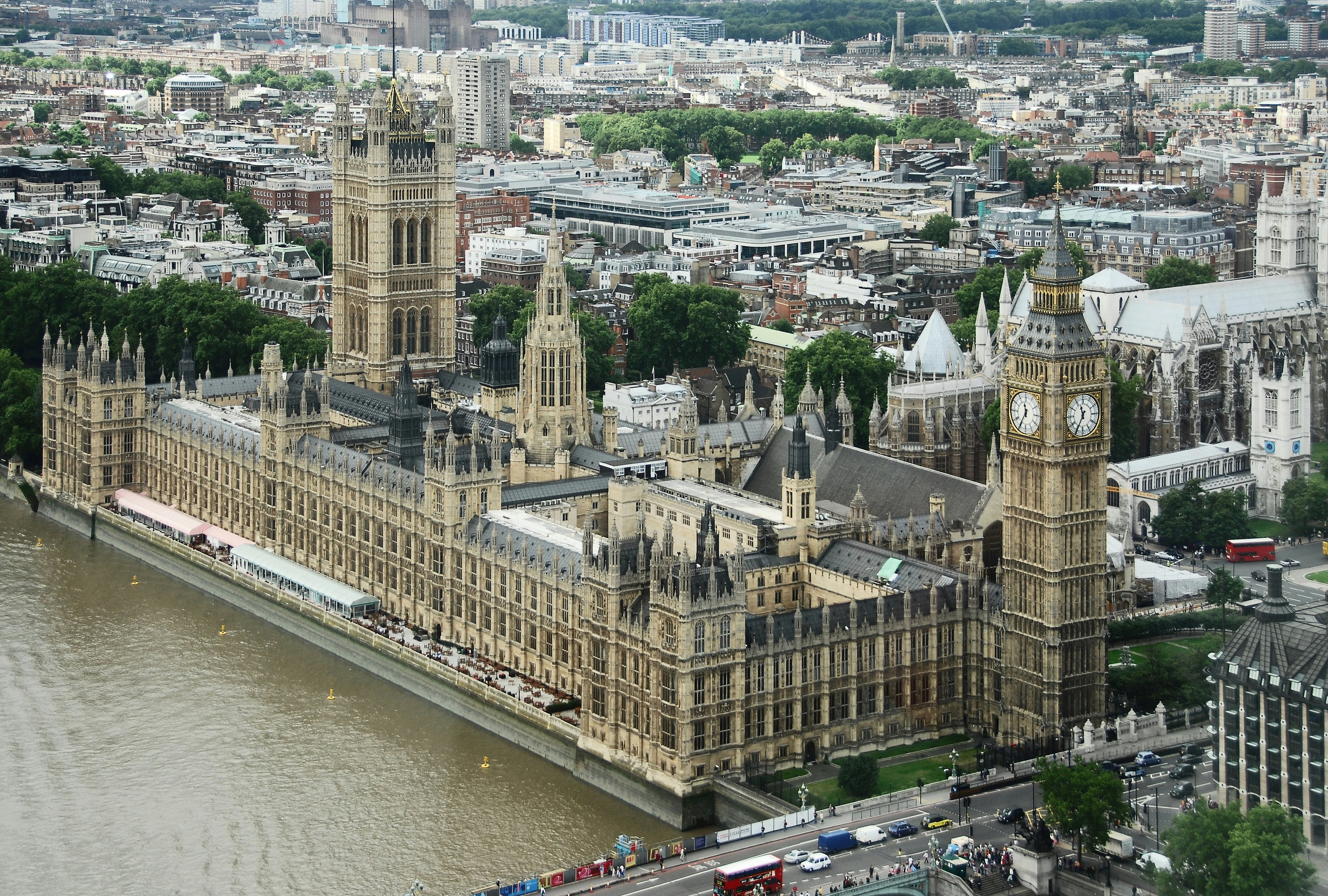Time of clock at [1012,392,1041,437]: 11:35
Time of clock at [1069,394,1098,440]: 11:35
